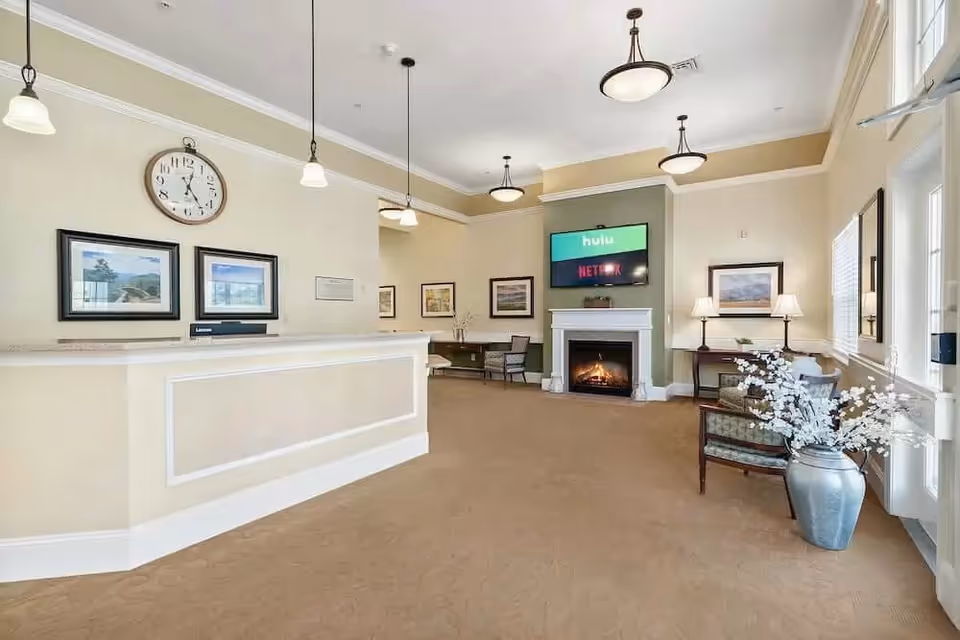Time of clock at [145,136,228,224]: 12:23
